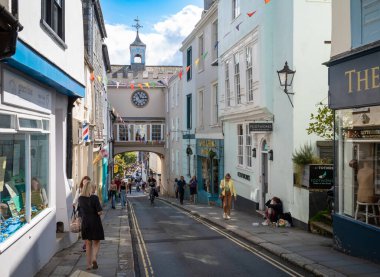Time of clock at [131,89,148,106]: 11:14
